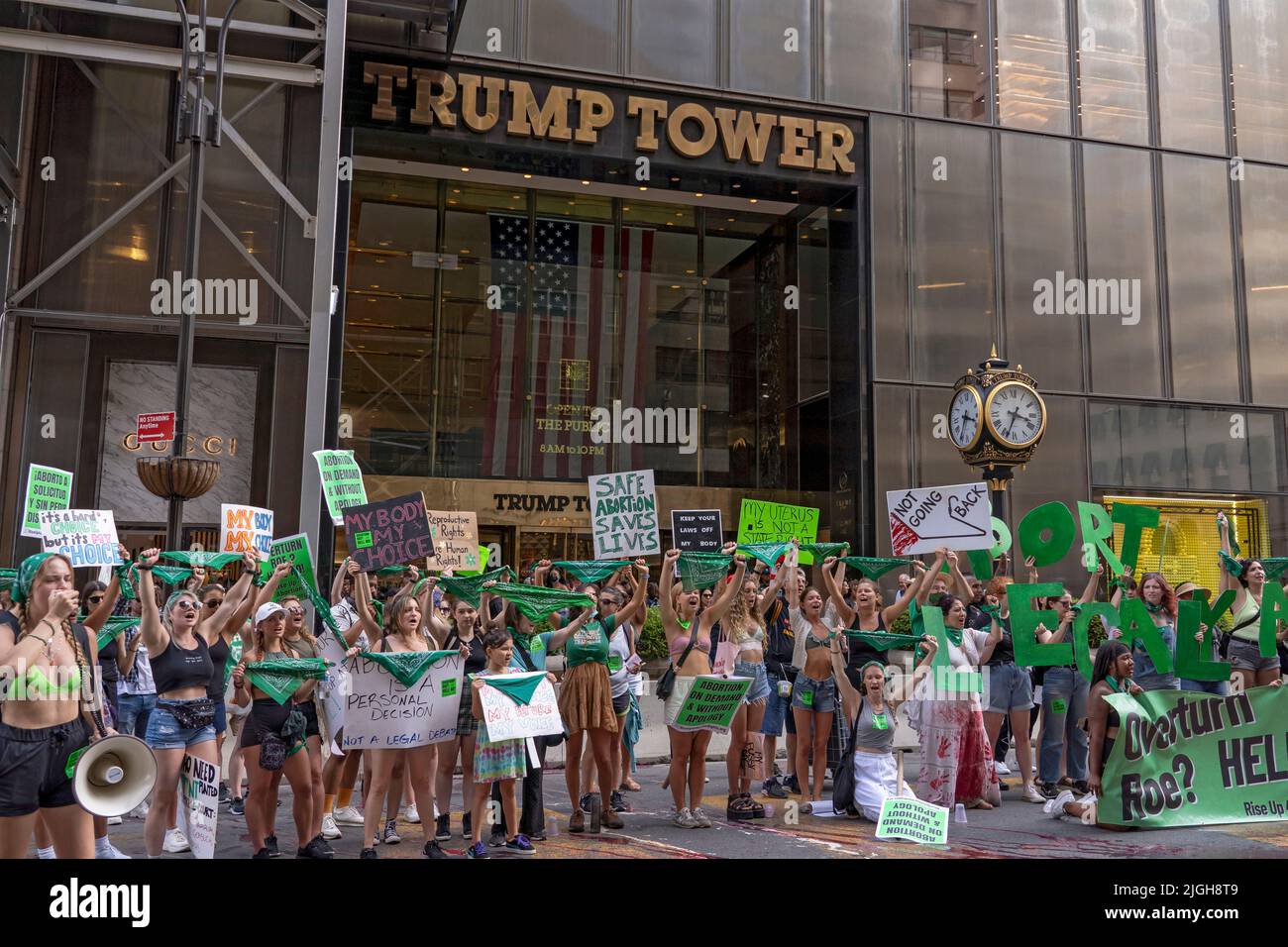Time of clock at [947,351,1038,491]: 3:33
